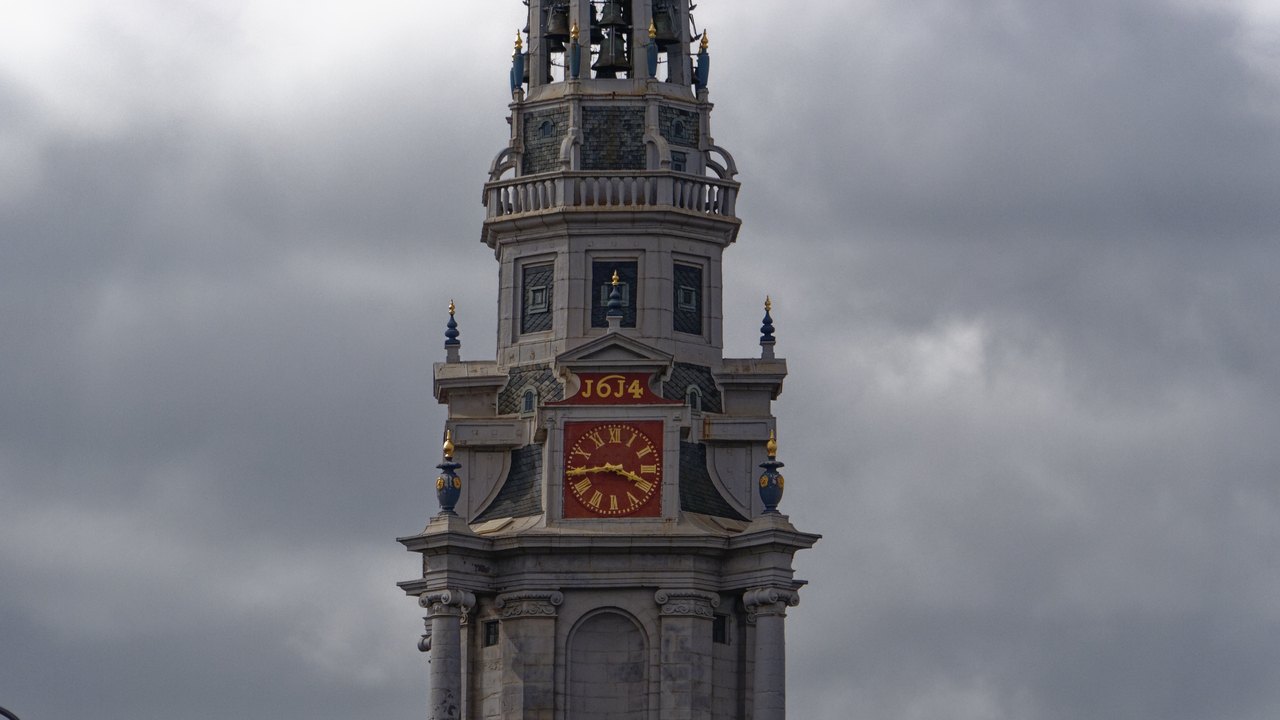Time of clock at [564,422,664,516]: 3:44
